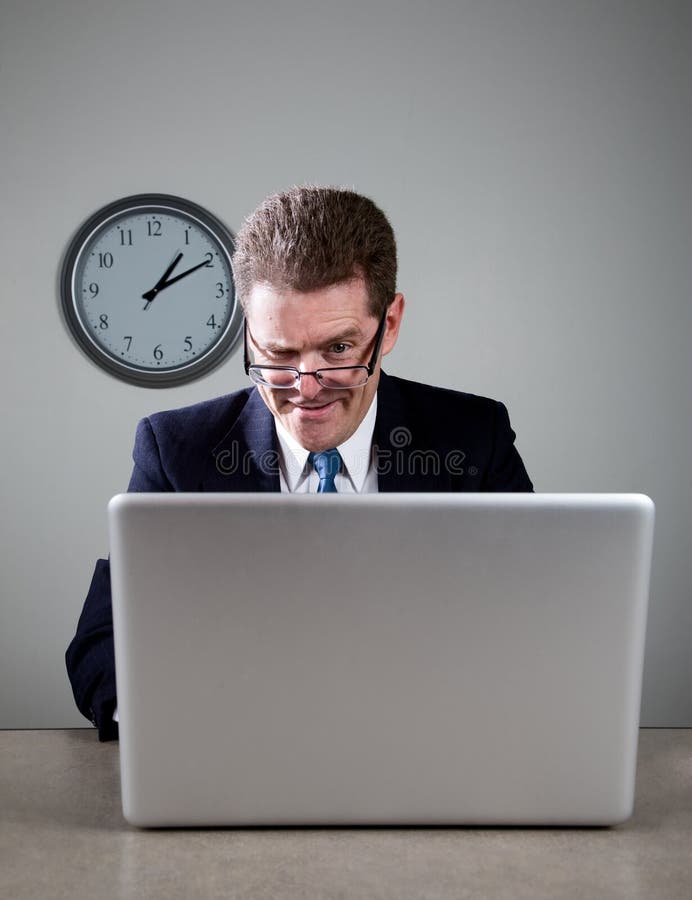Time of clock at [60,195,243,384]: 1:10
